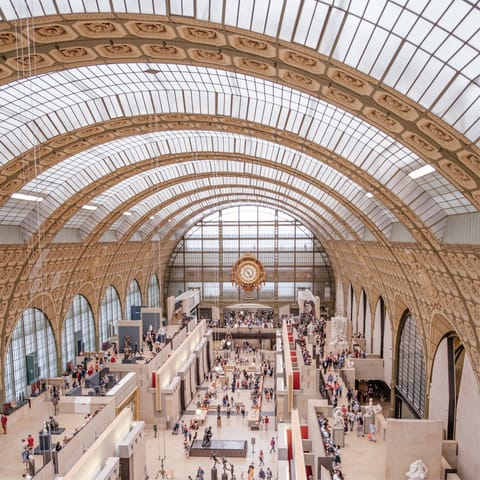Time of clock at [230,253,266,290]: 4:52
